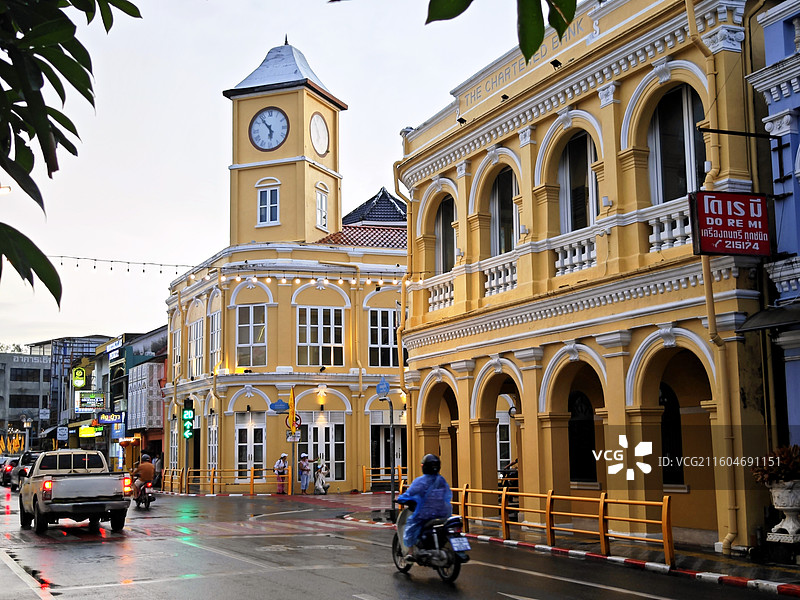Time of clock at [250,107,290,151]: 5:53
